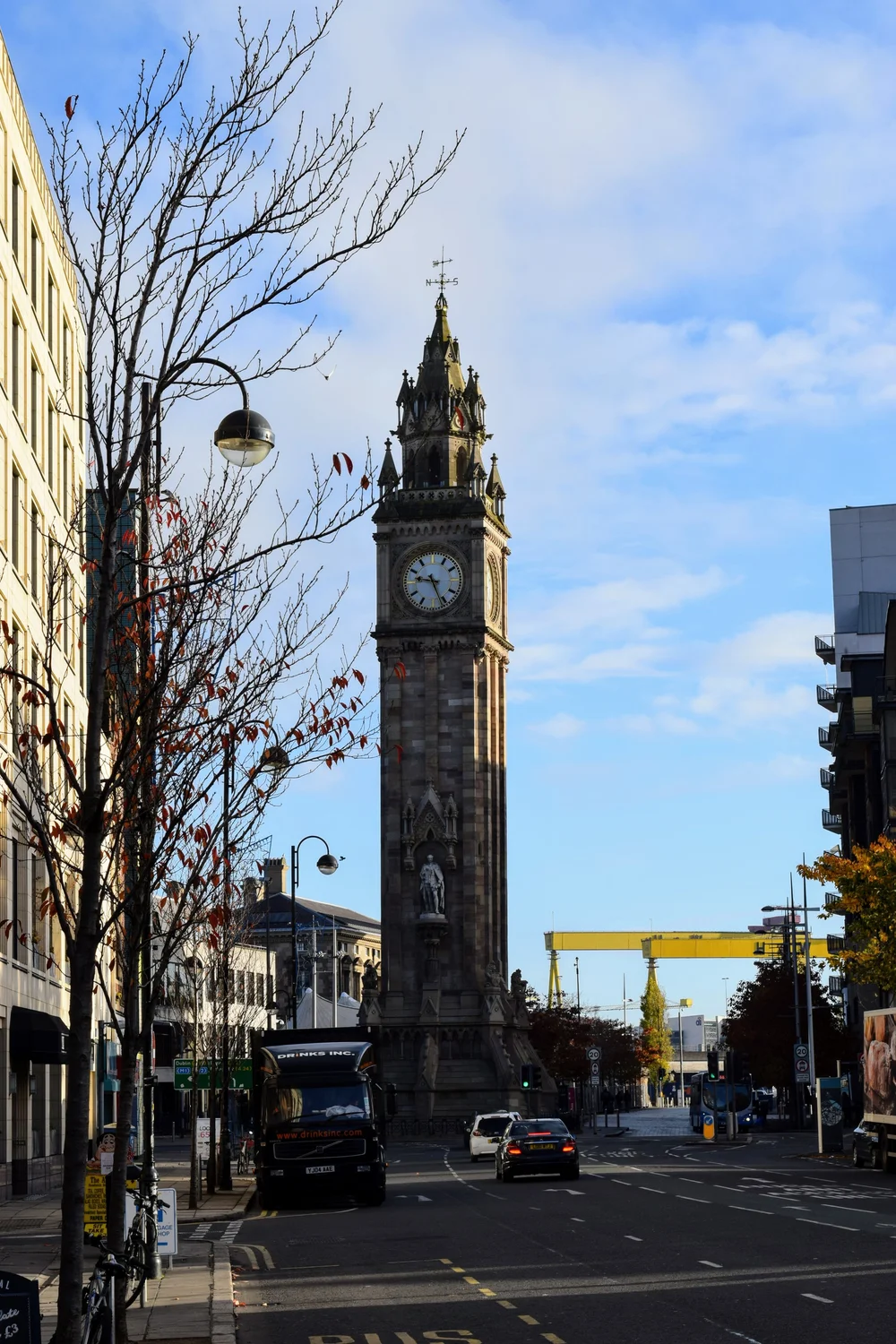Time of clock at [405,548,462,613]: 9:26
